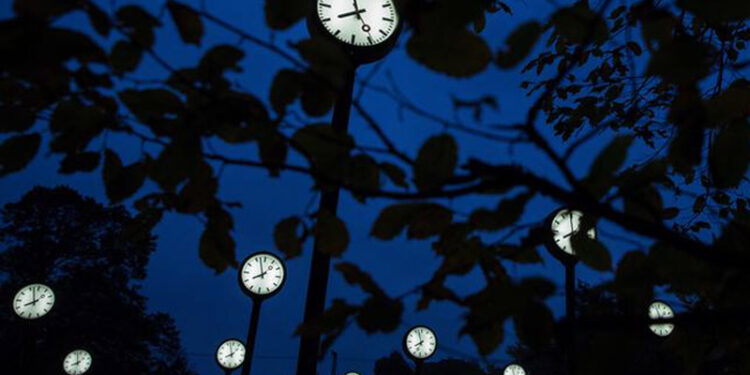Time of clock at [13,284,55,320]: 7:57
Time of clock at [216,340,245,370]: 7:57
